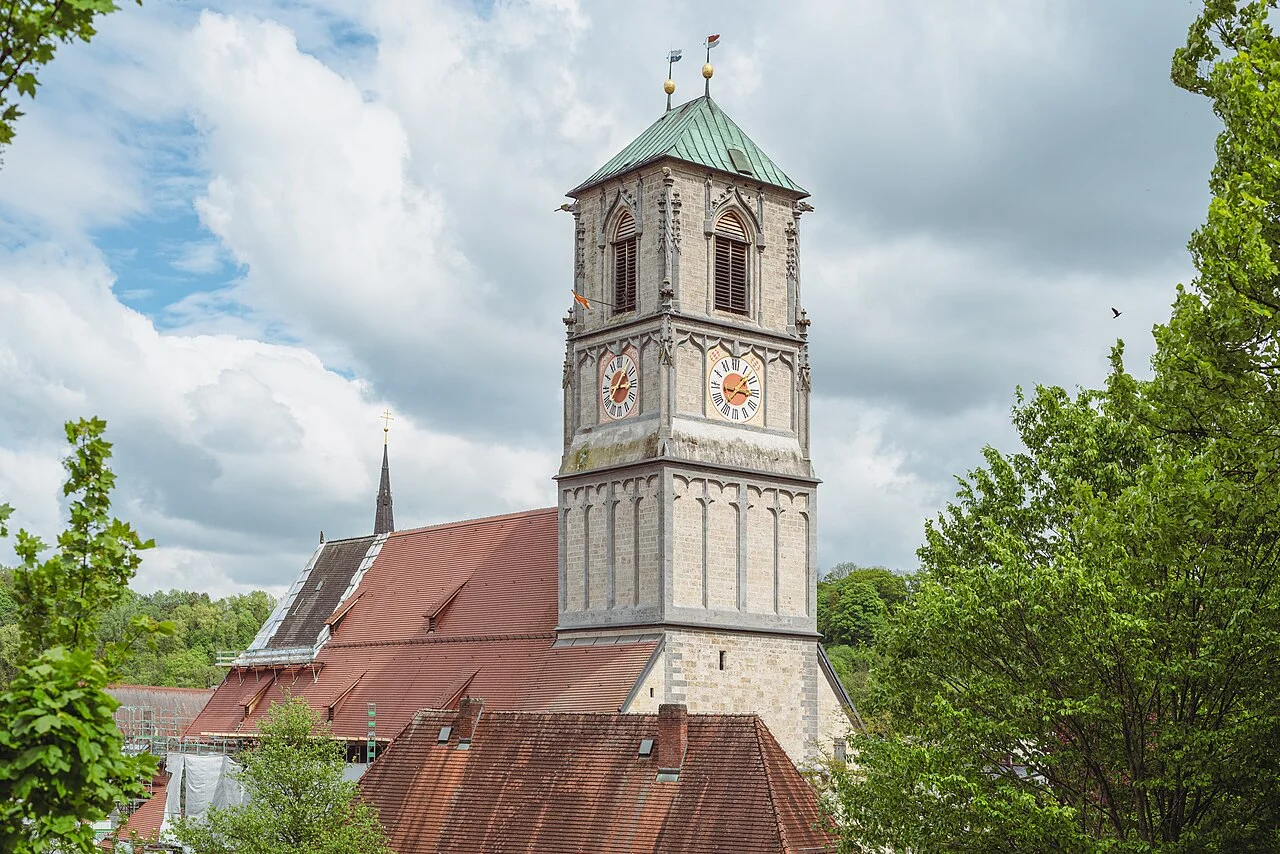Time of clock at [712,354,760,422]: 3:08
